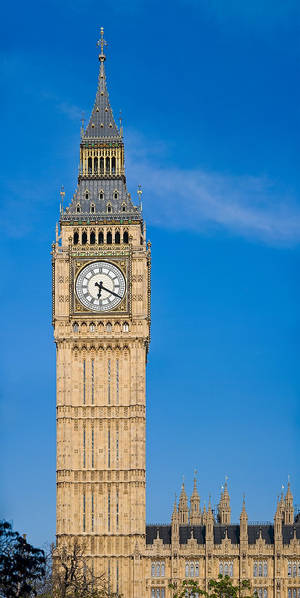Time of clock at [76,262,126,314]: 6:19
